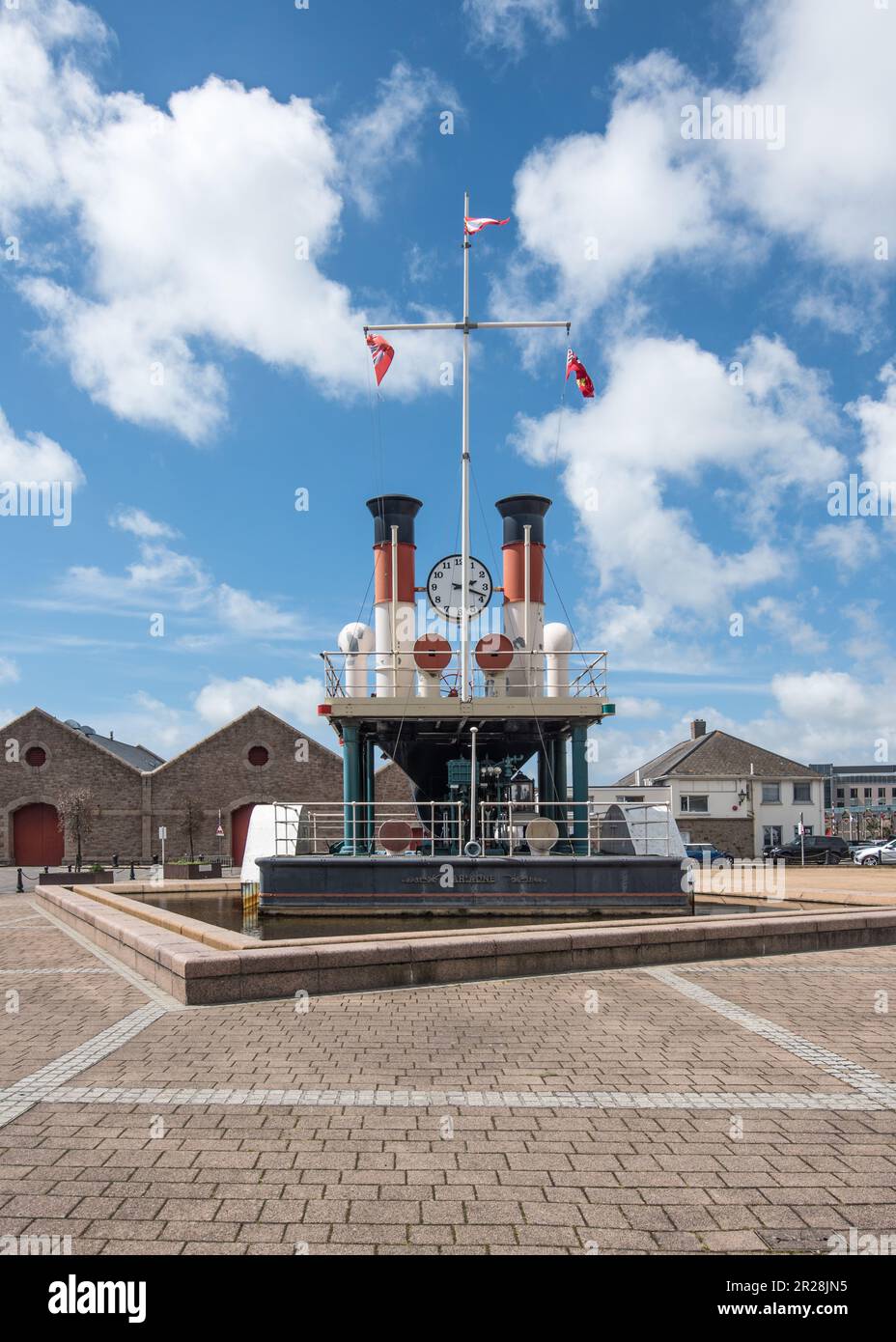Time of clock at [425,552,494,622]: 2:18
